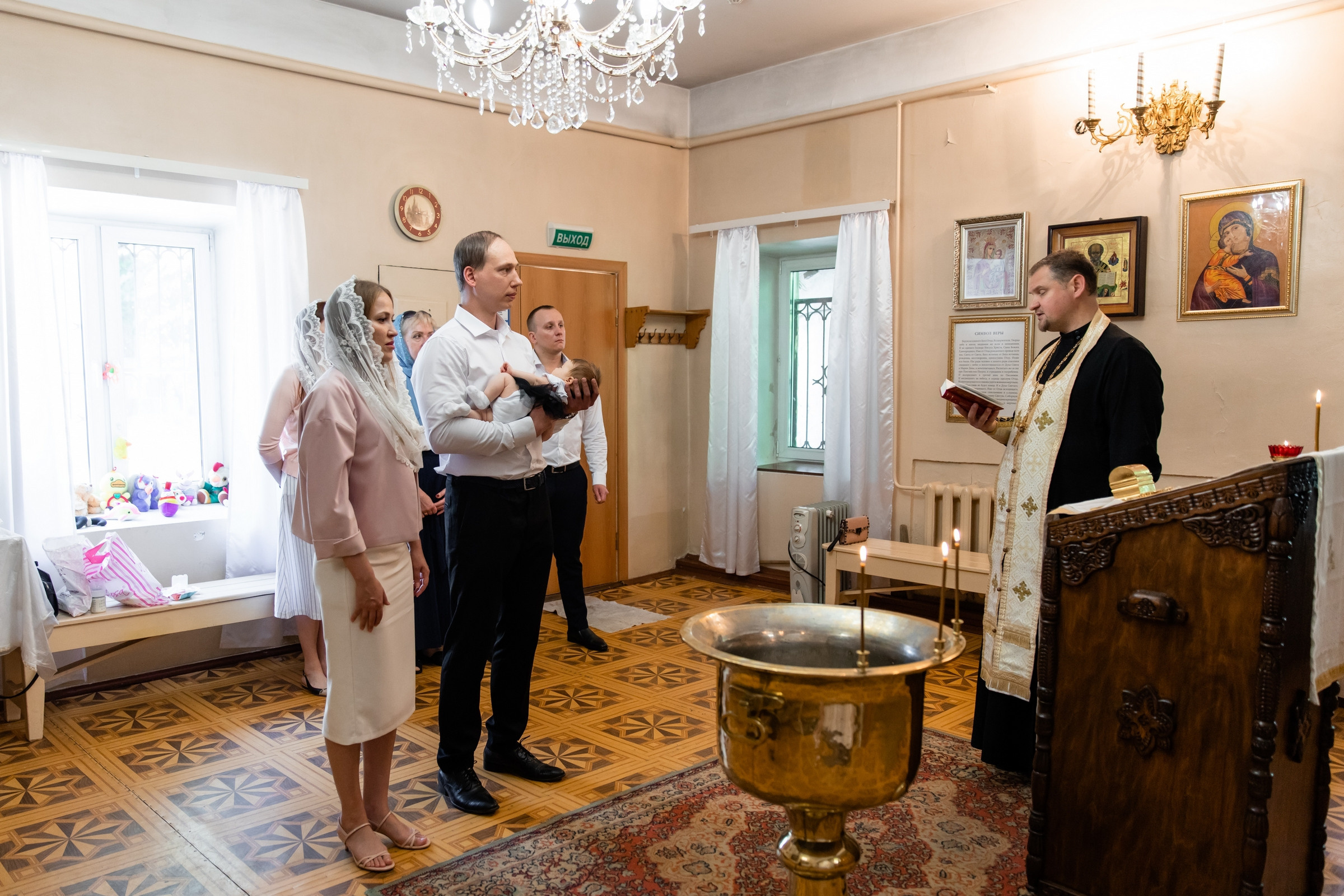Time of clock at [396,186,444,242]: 8:56
